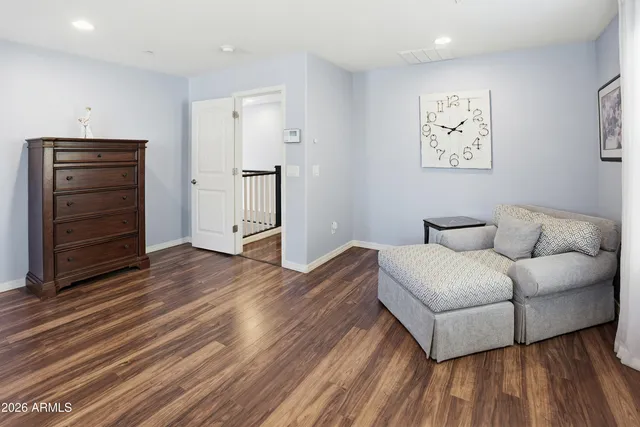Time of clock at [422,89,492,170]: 1:47
